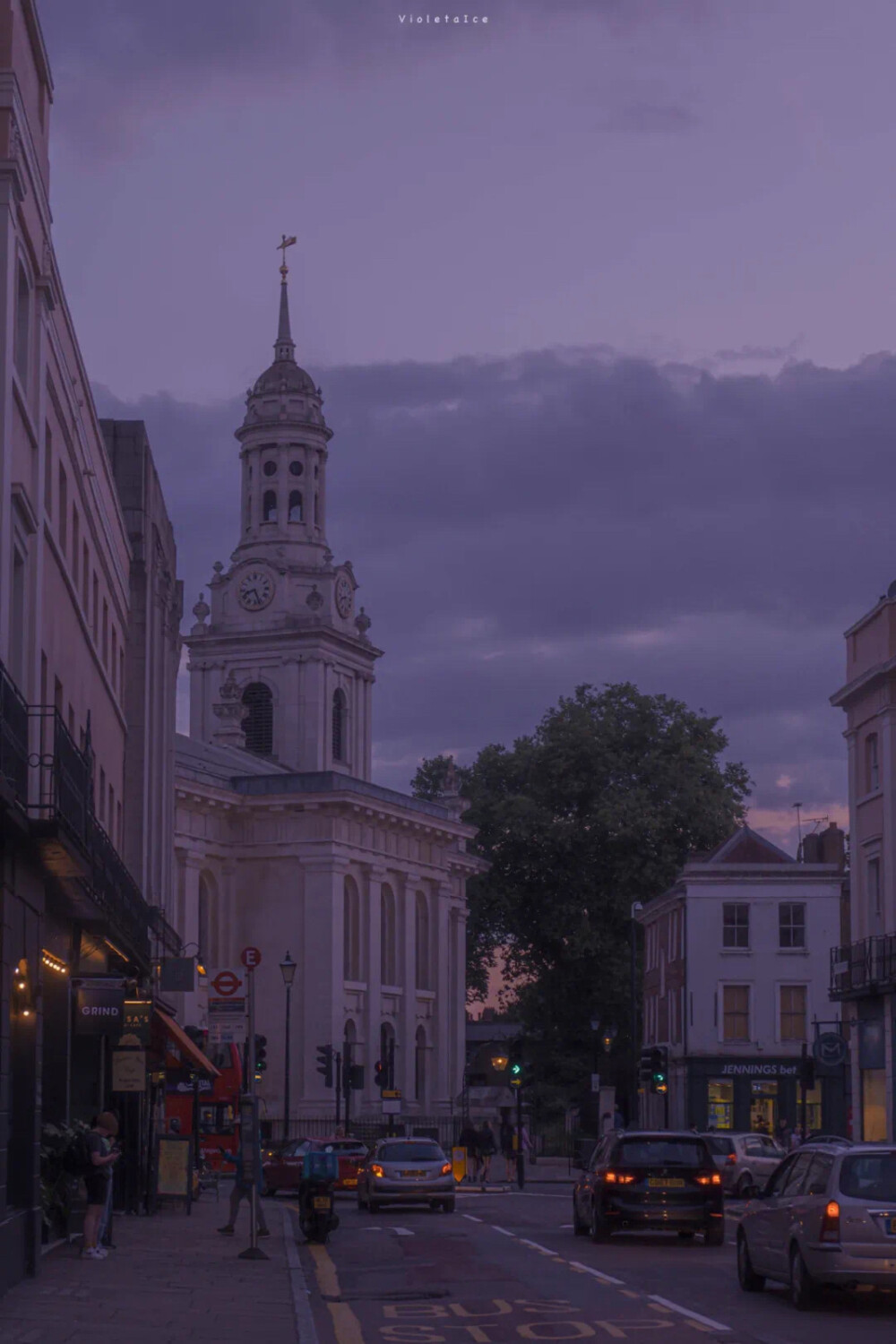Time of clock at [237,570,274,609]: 8:26
